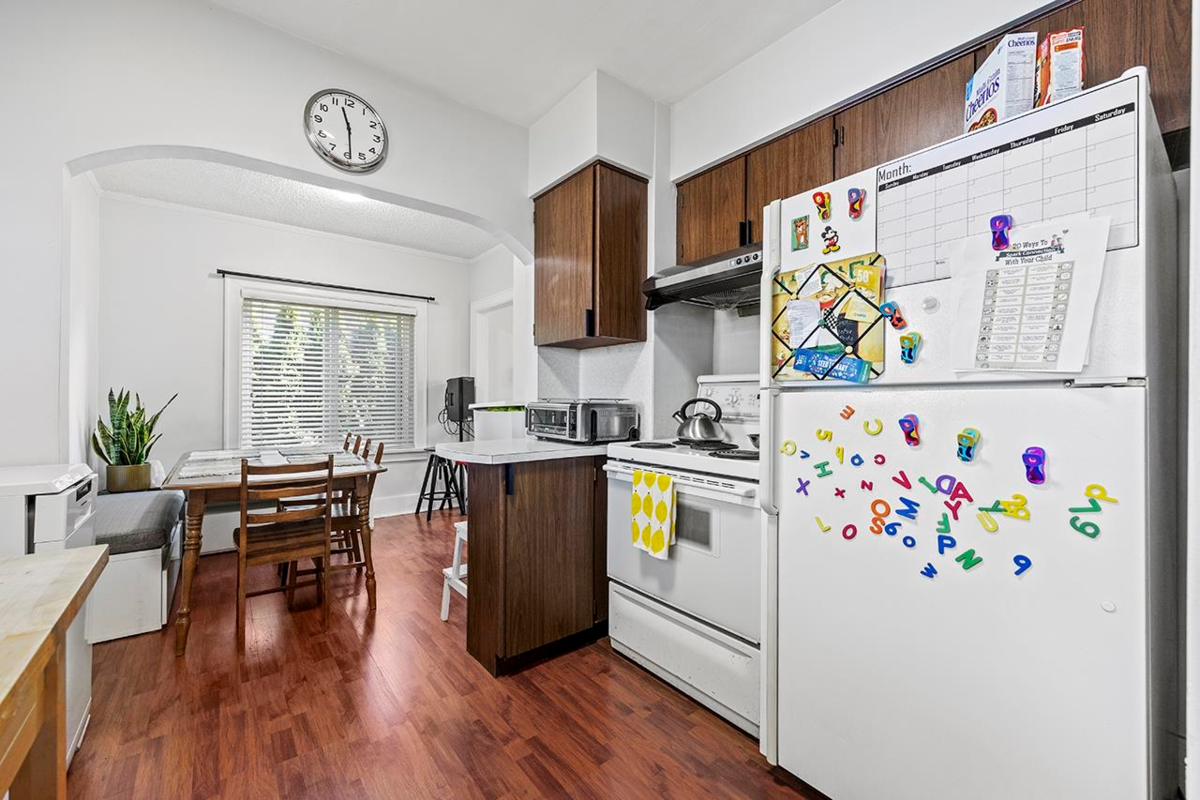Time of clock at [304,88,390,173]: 11:29
